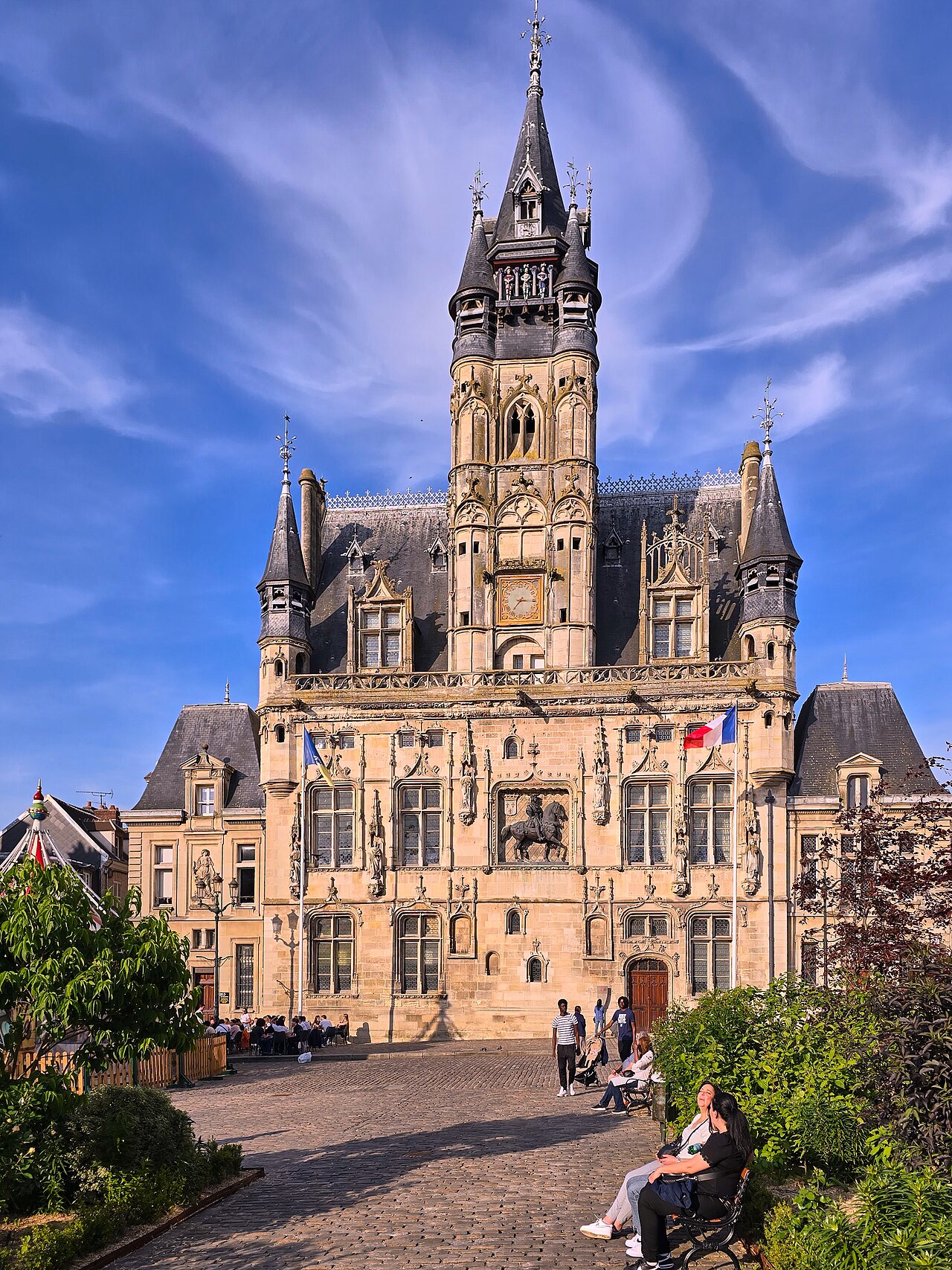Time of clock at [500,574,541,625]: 7:15
